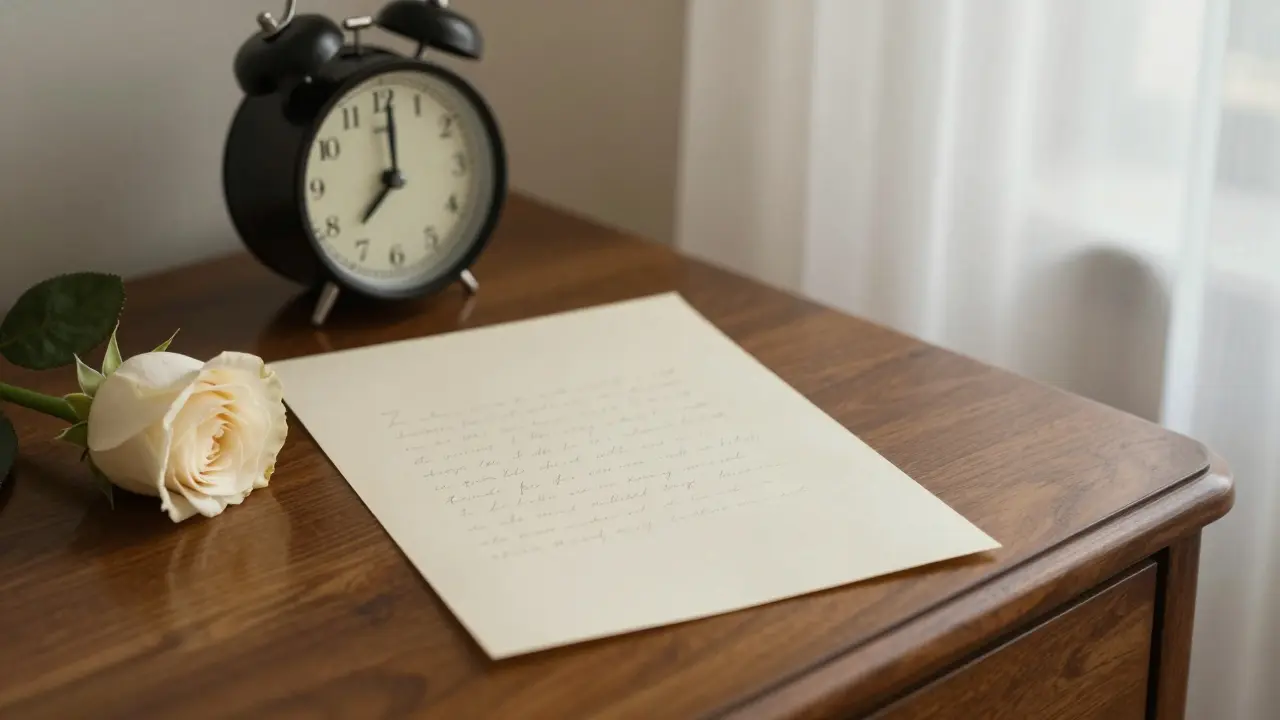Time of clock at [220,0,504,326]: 7:00
